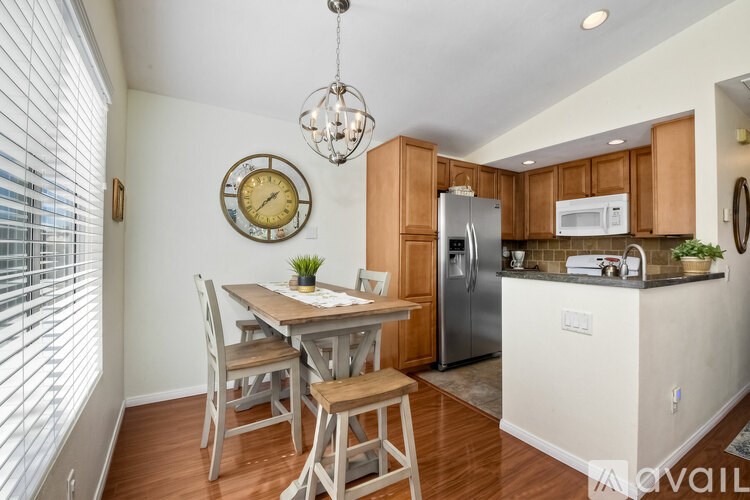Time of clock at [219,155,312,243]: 1:36
